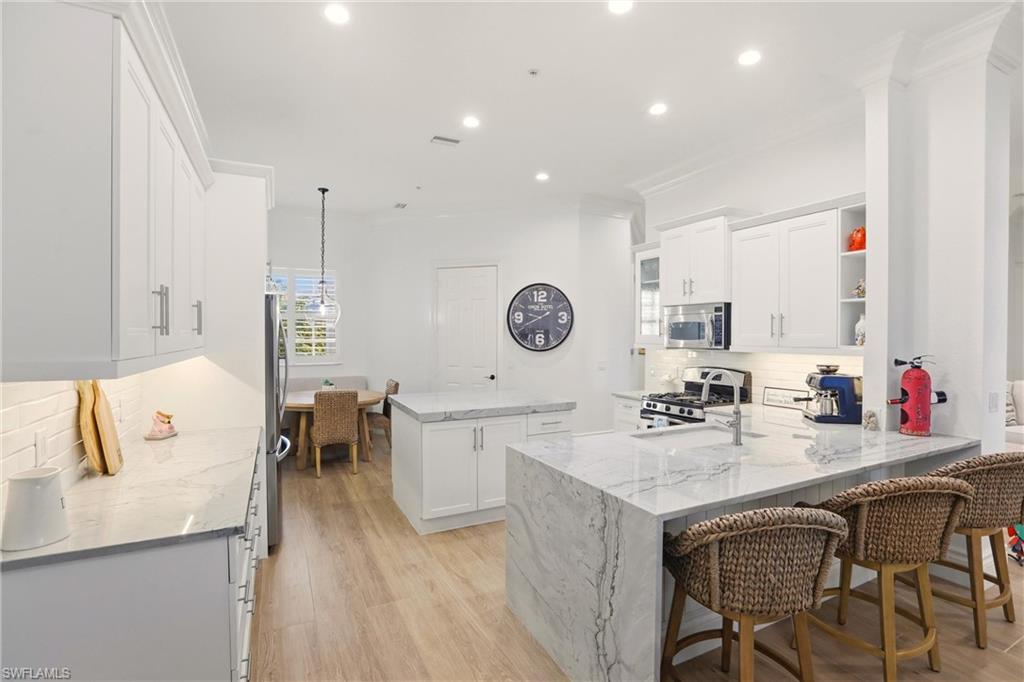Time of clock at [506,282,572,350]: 9:40
